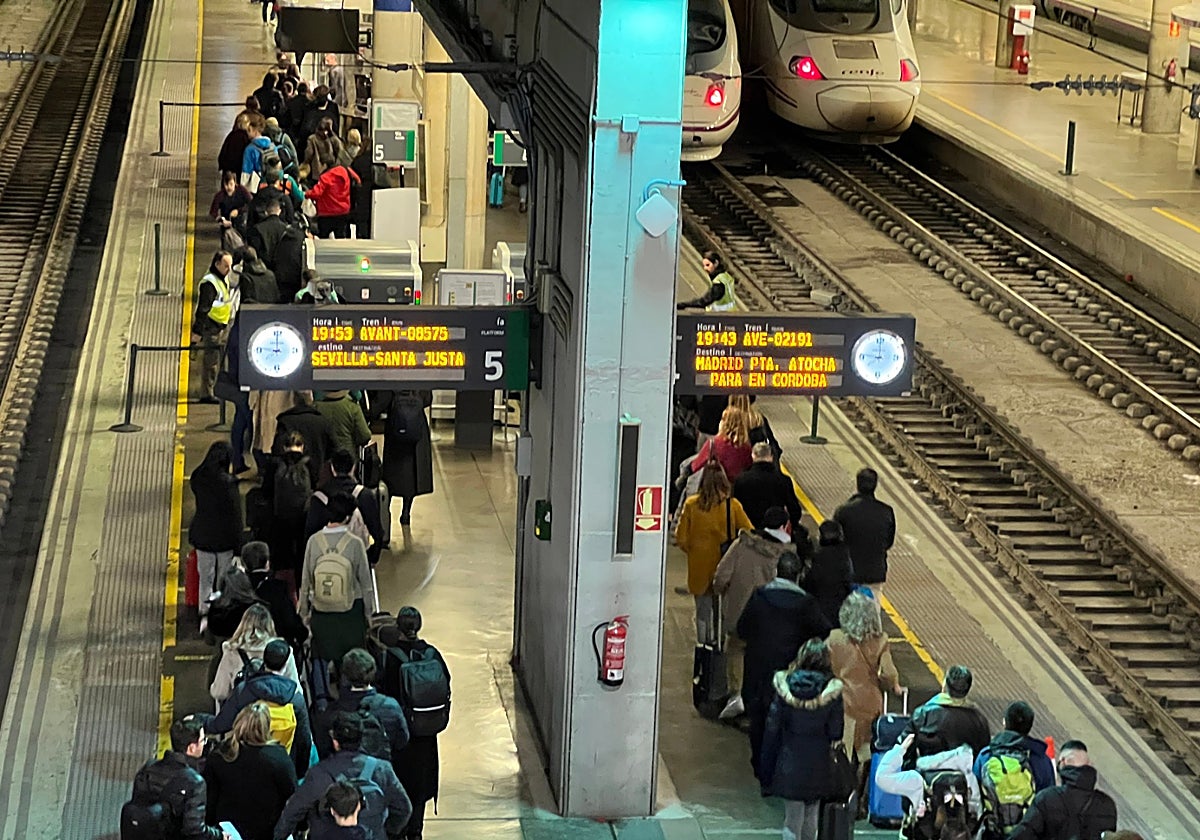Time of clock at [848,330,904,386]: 8:59
